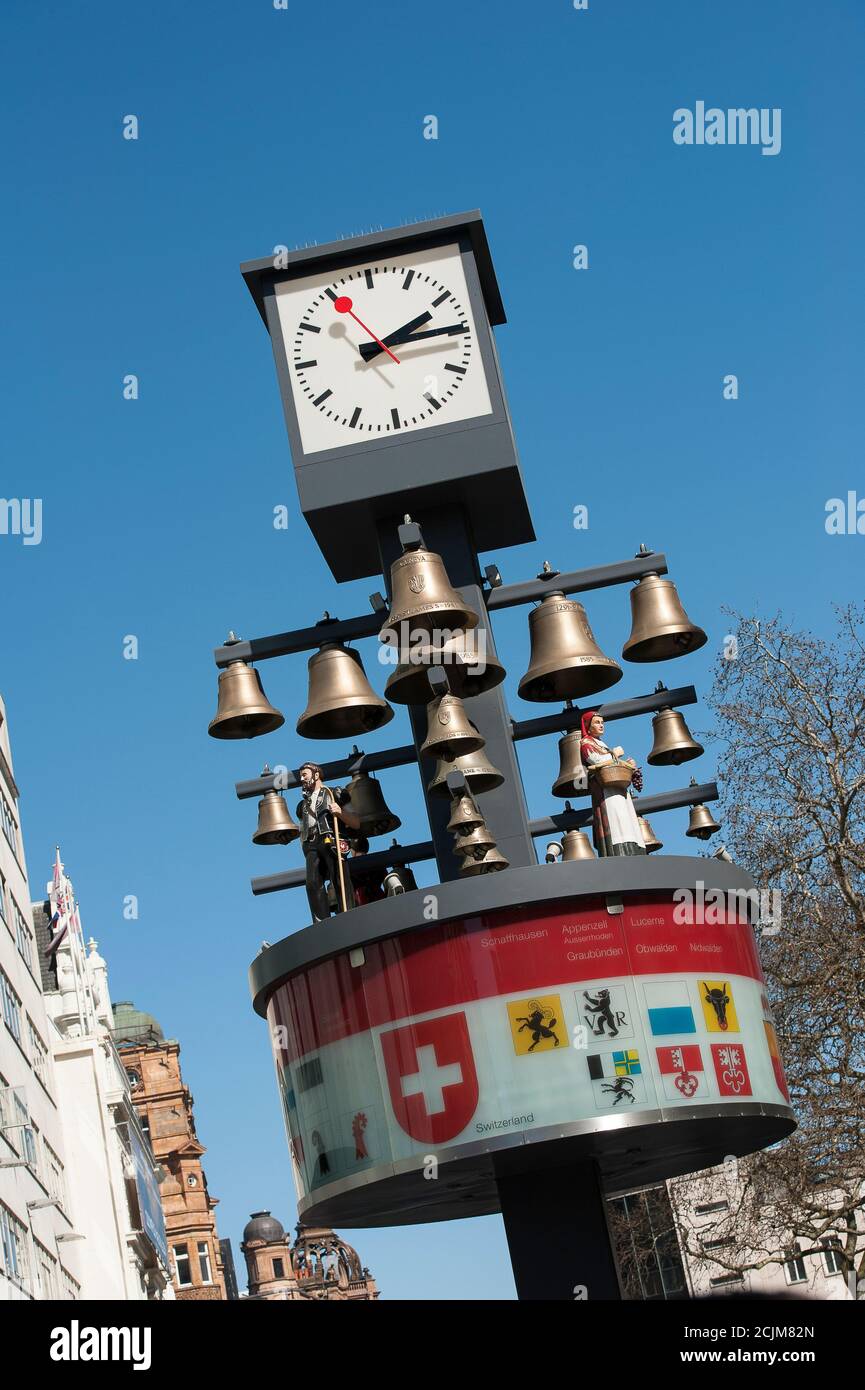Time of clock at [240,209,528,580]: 2:14
